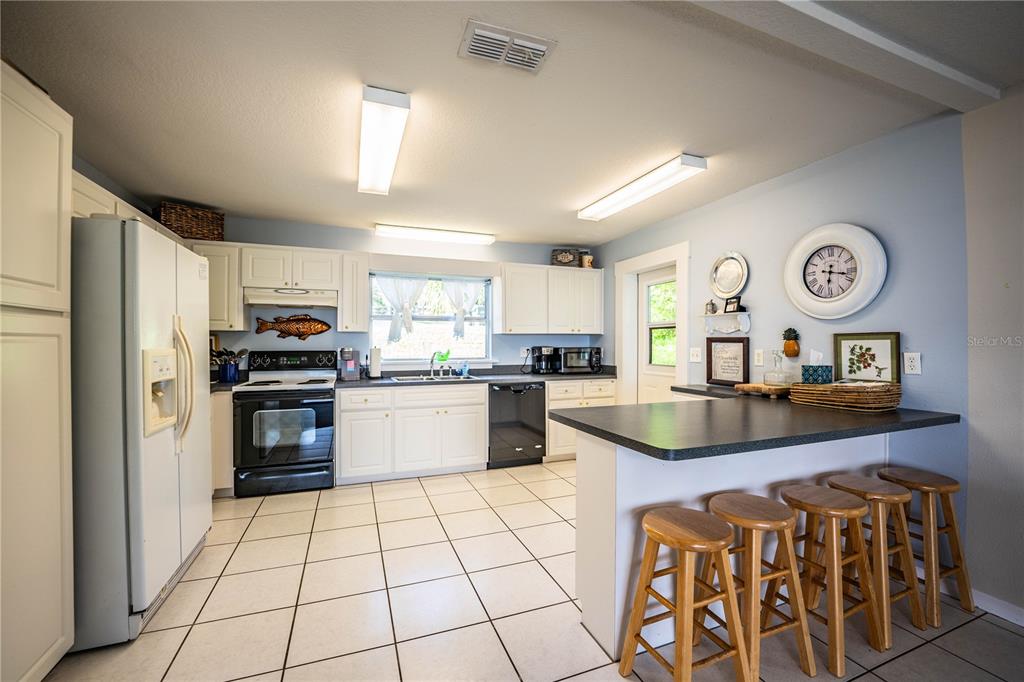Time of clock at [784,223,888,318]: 6:17
